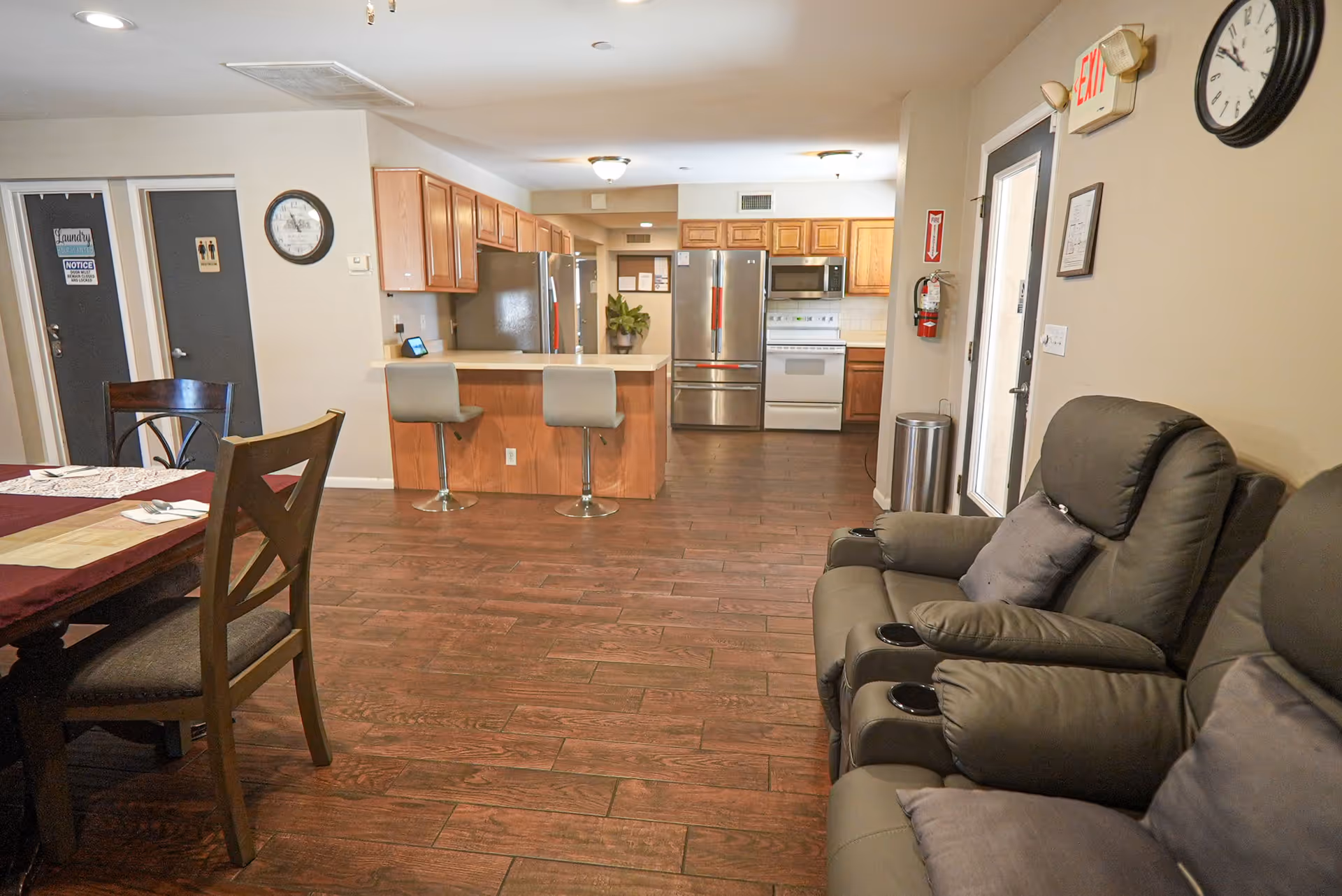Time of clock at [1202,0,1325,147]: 10:50
